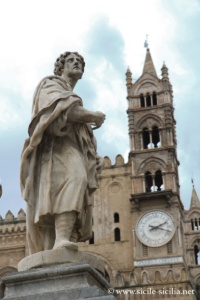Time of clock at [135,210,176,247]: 2:18
